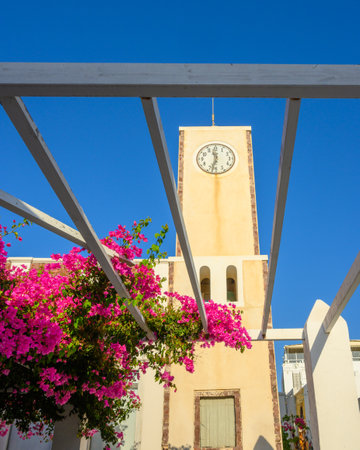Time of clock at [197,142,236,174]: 11:32
